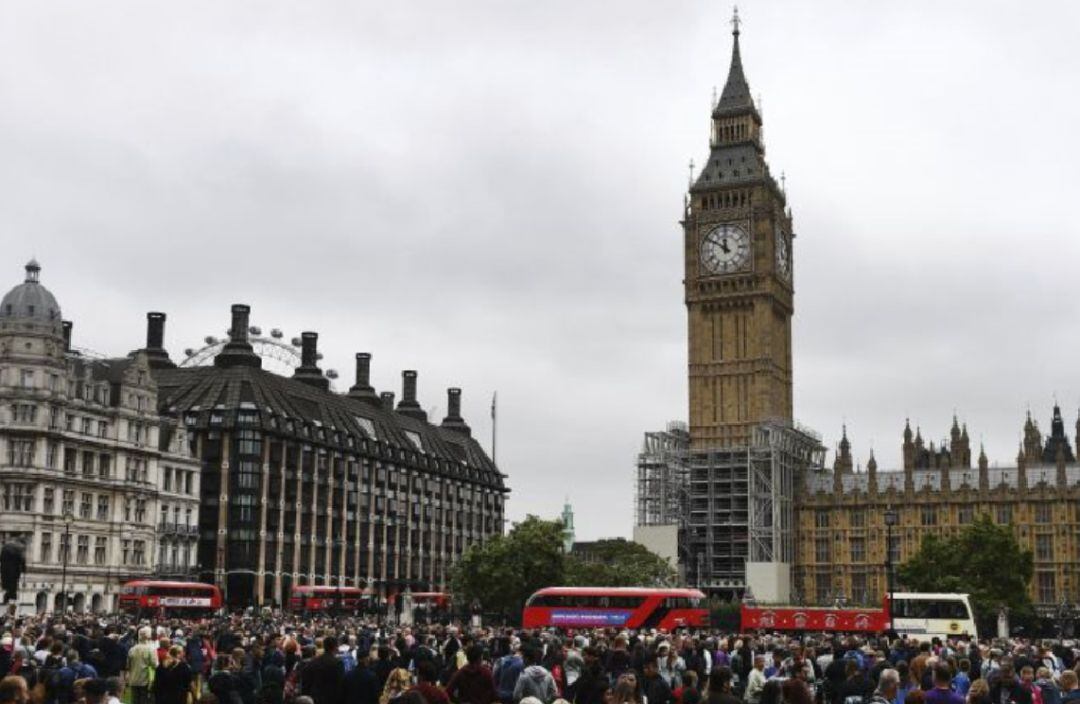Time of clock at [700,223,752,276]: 11:50
